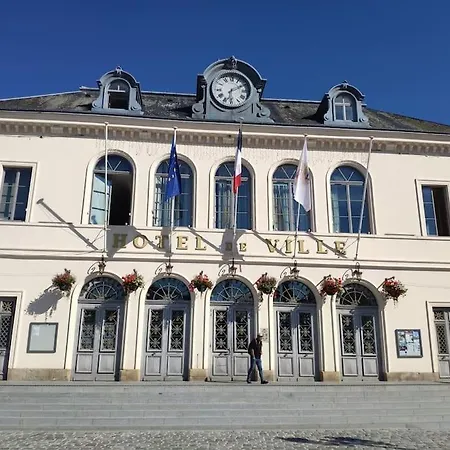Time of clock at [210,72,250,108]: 6:10
